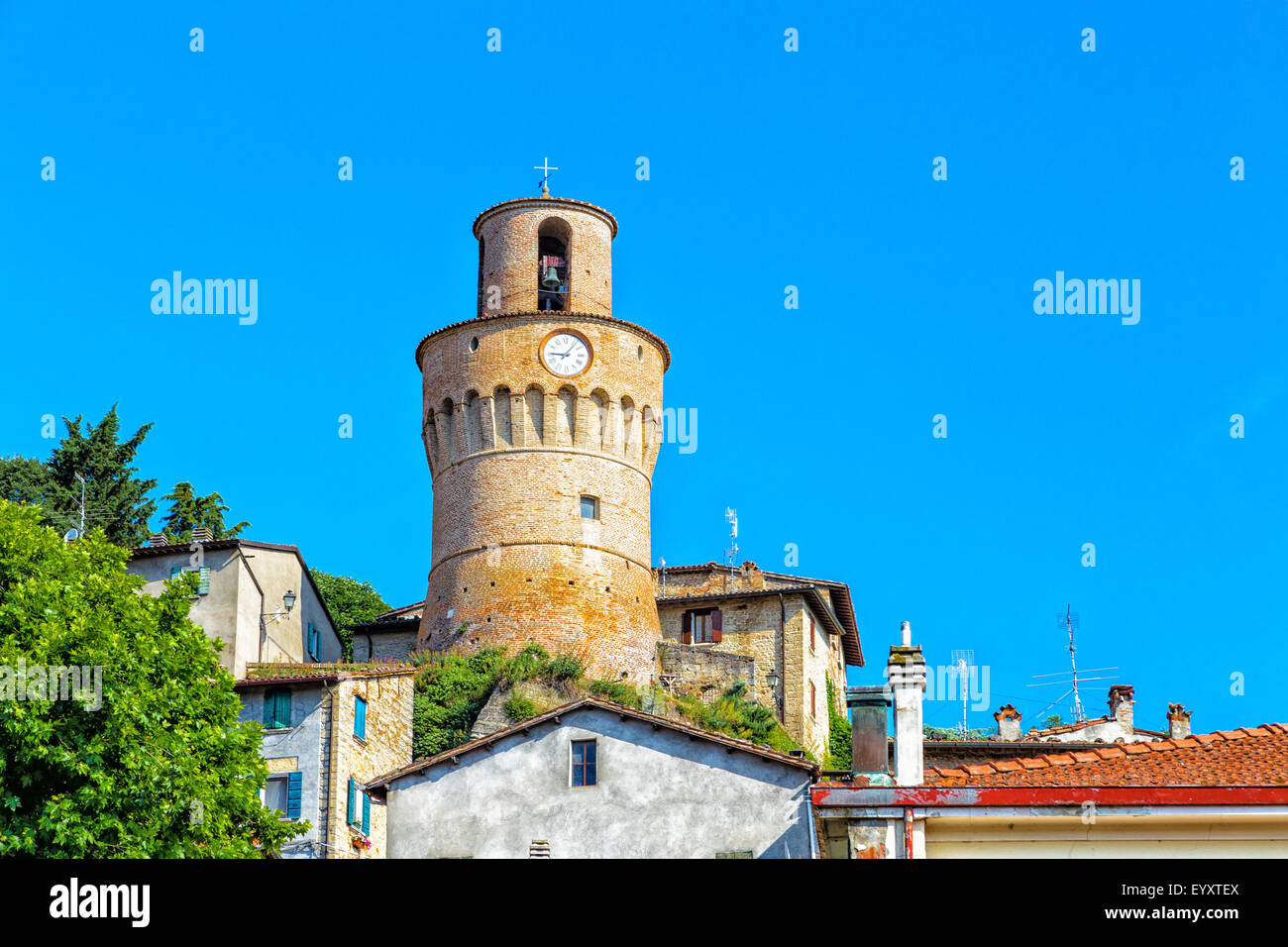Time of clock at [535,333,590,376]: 9:06
